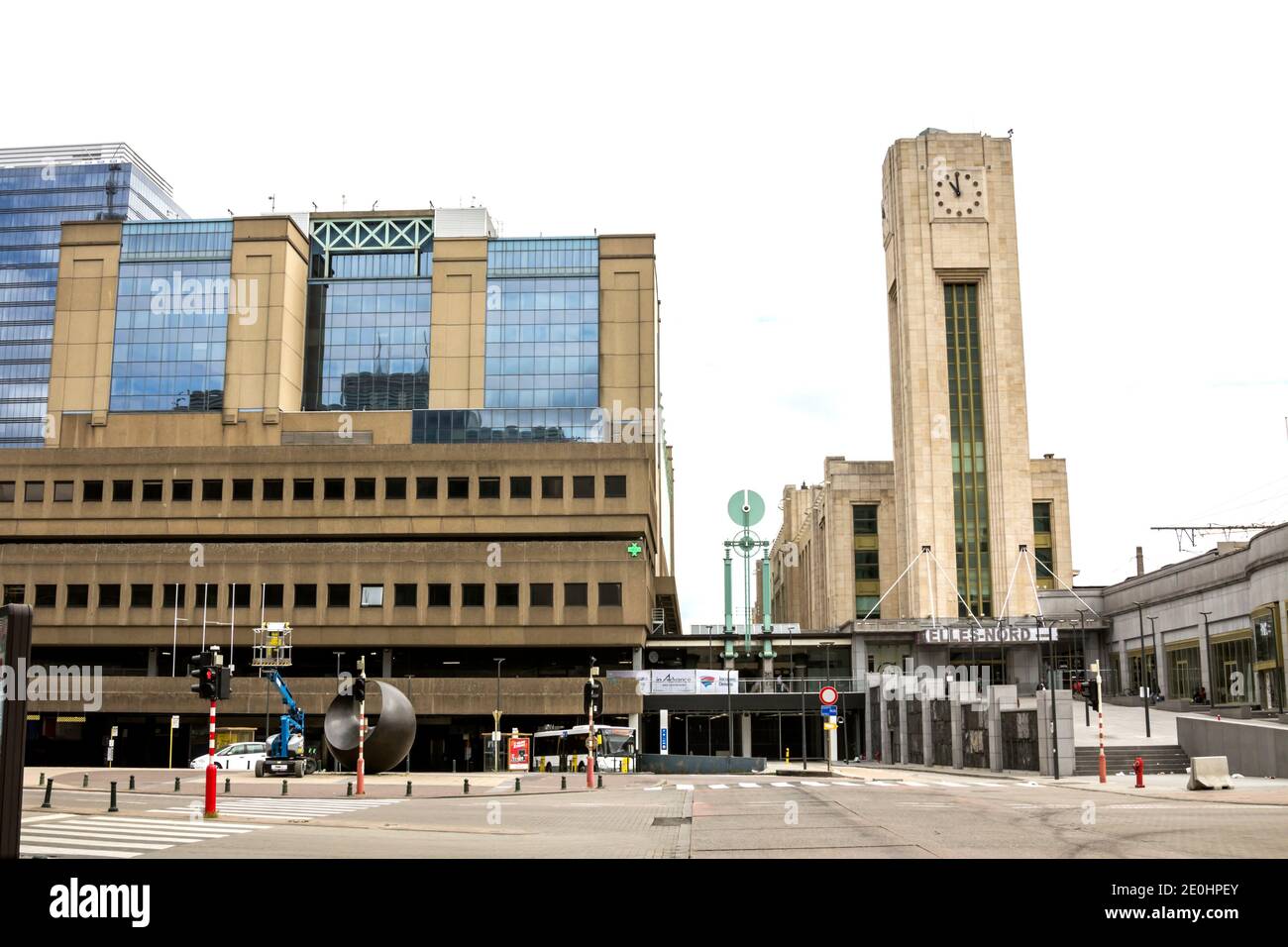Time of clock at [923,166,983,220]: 10:59
